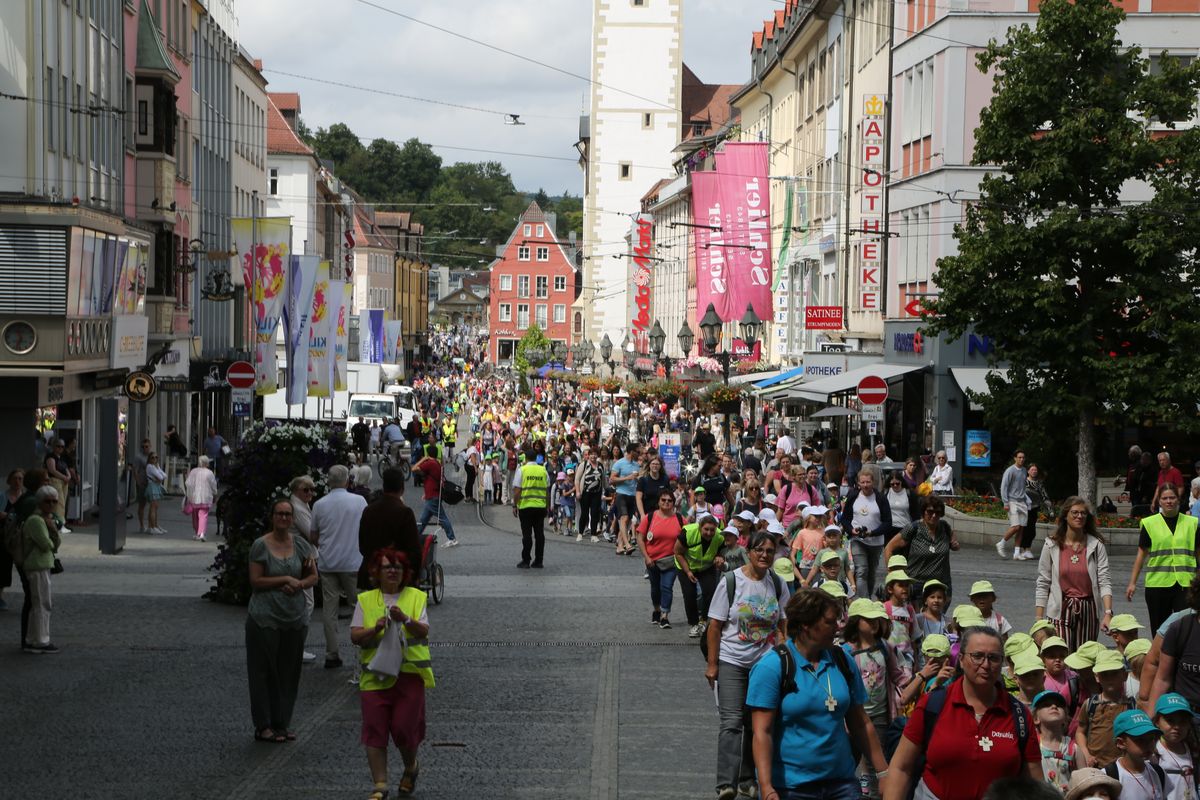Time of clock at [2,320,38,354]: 11:33
